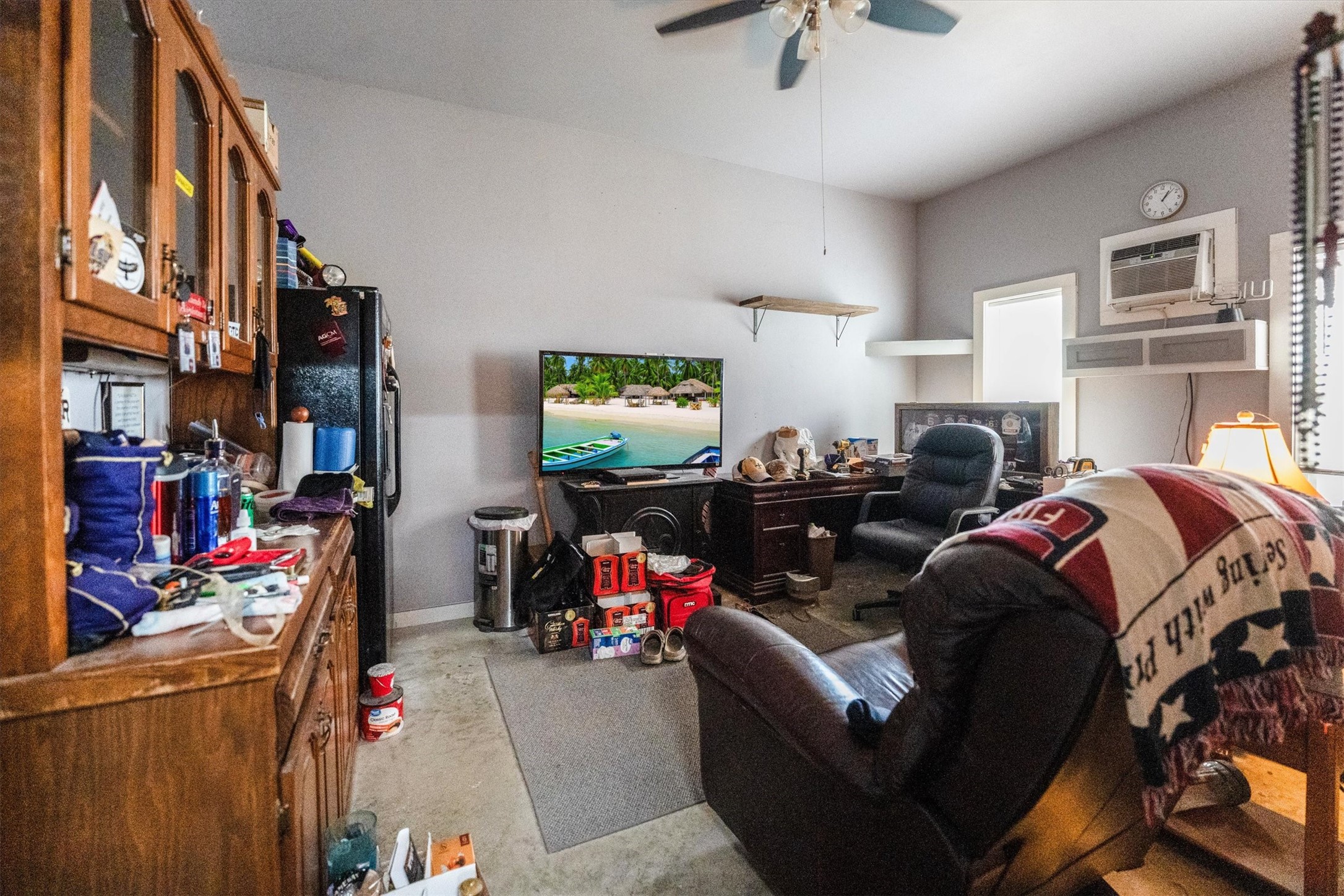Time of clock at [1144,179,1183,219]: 1:07
